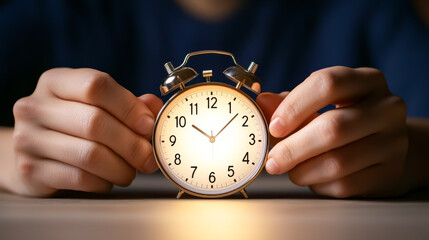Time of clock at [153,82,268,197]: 10:07
